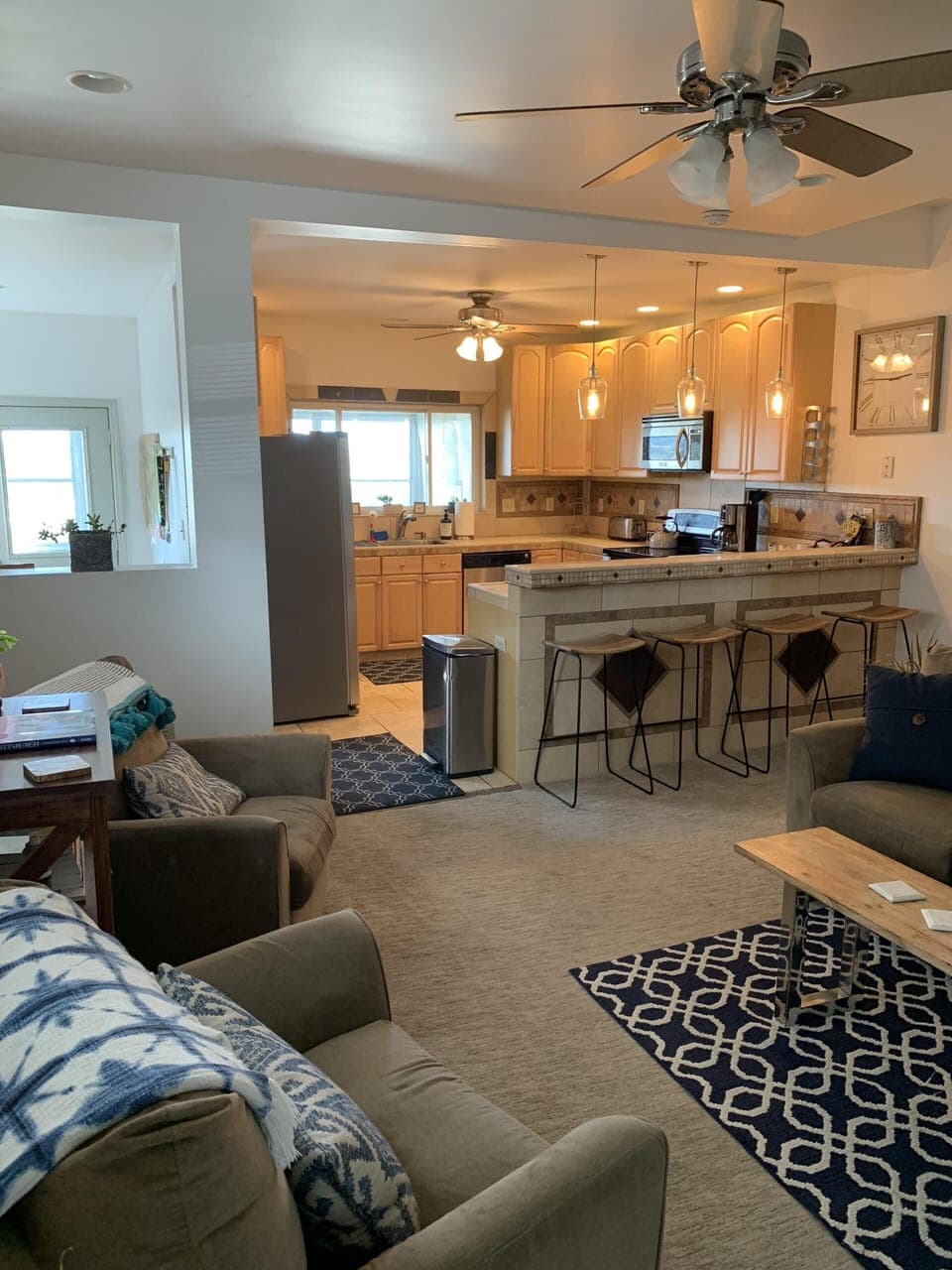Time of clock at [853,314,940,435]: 2:45
